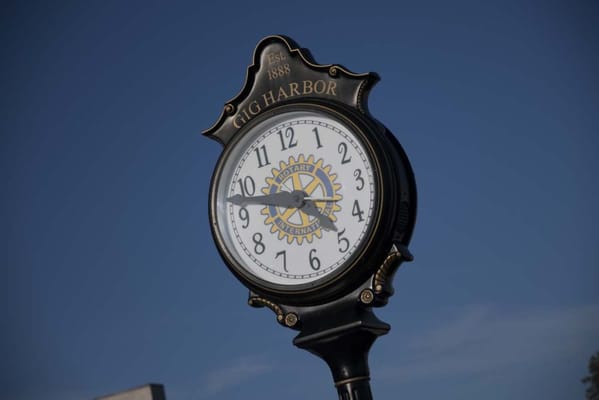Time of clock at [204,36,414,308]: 4:47
